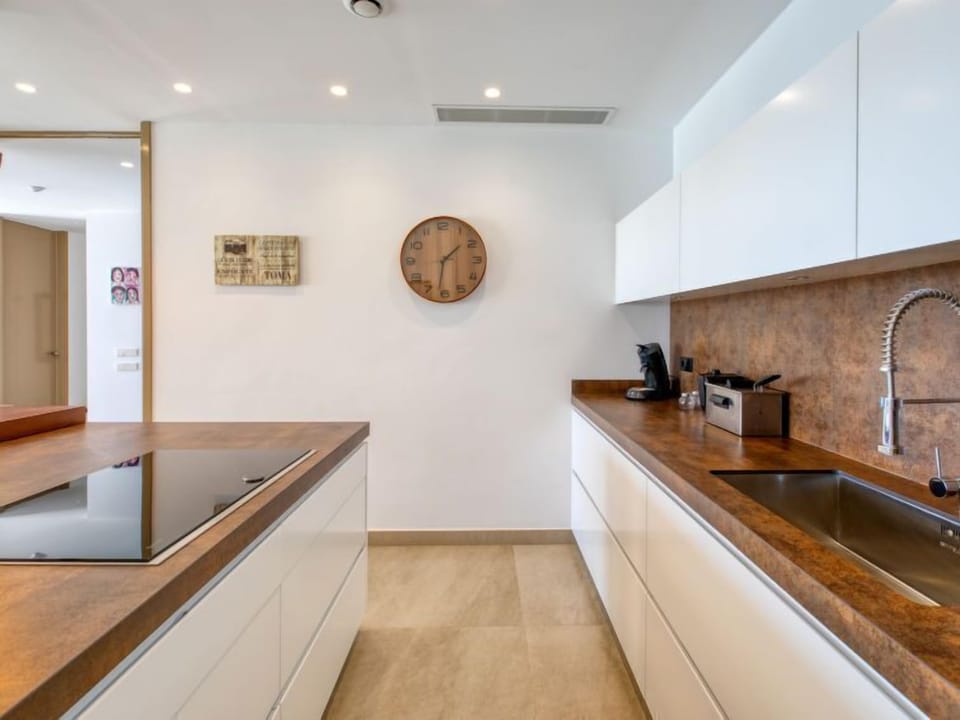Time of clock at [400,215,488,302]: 1:32
